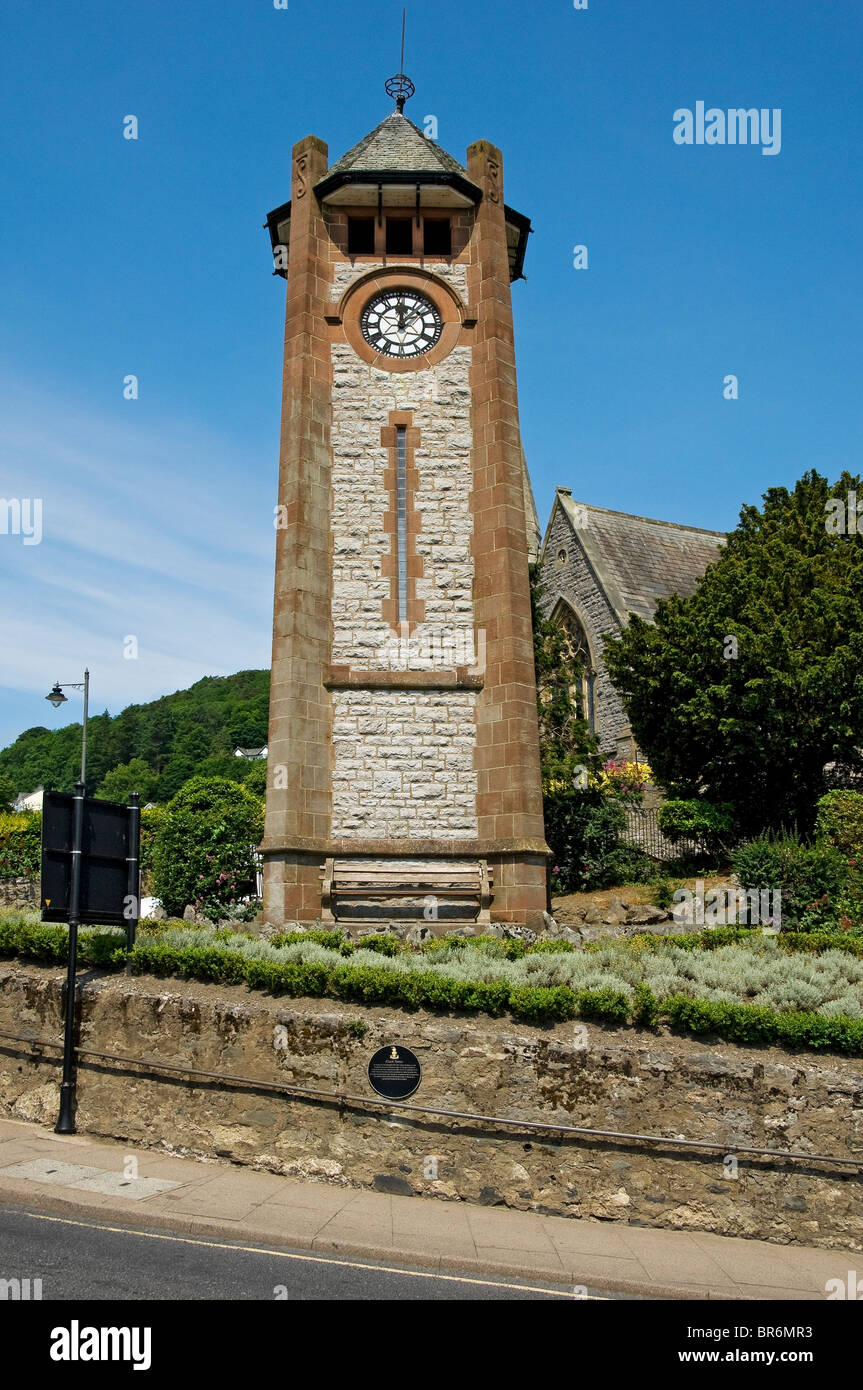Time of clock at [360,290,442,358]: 12:07
